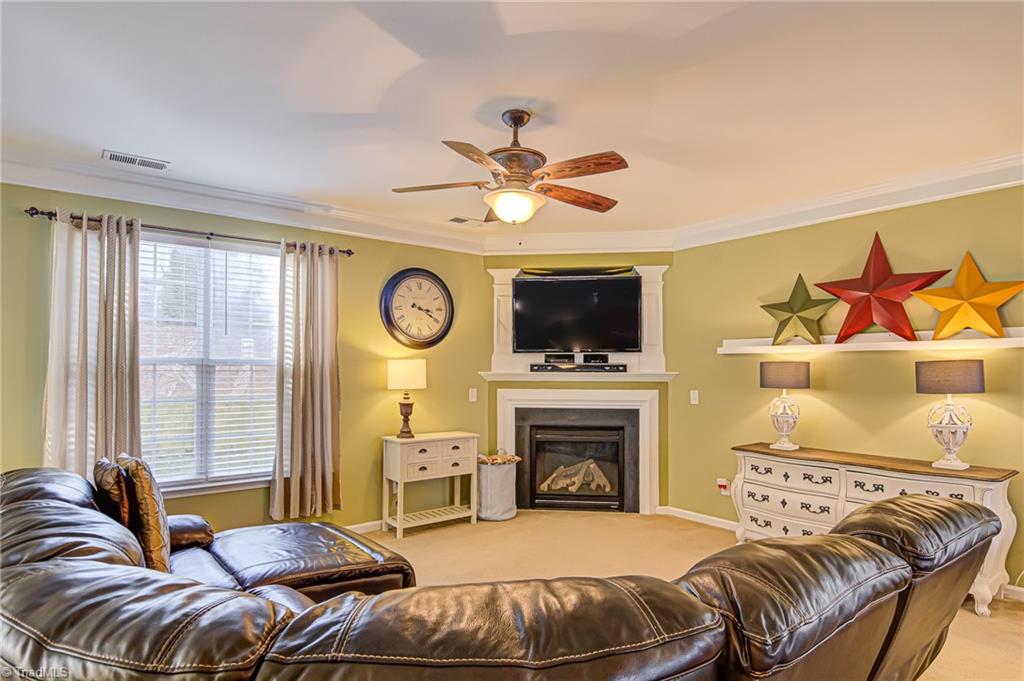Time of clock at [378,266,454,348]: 3:19
